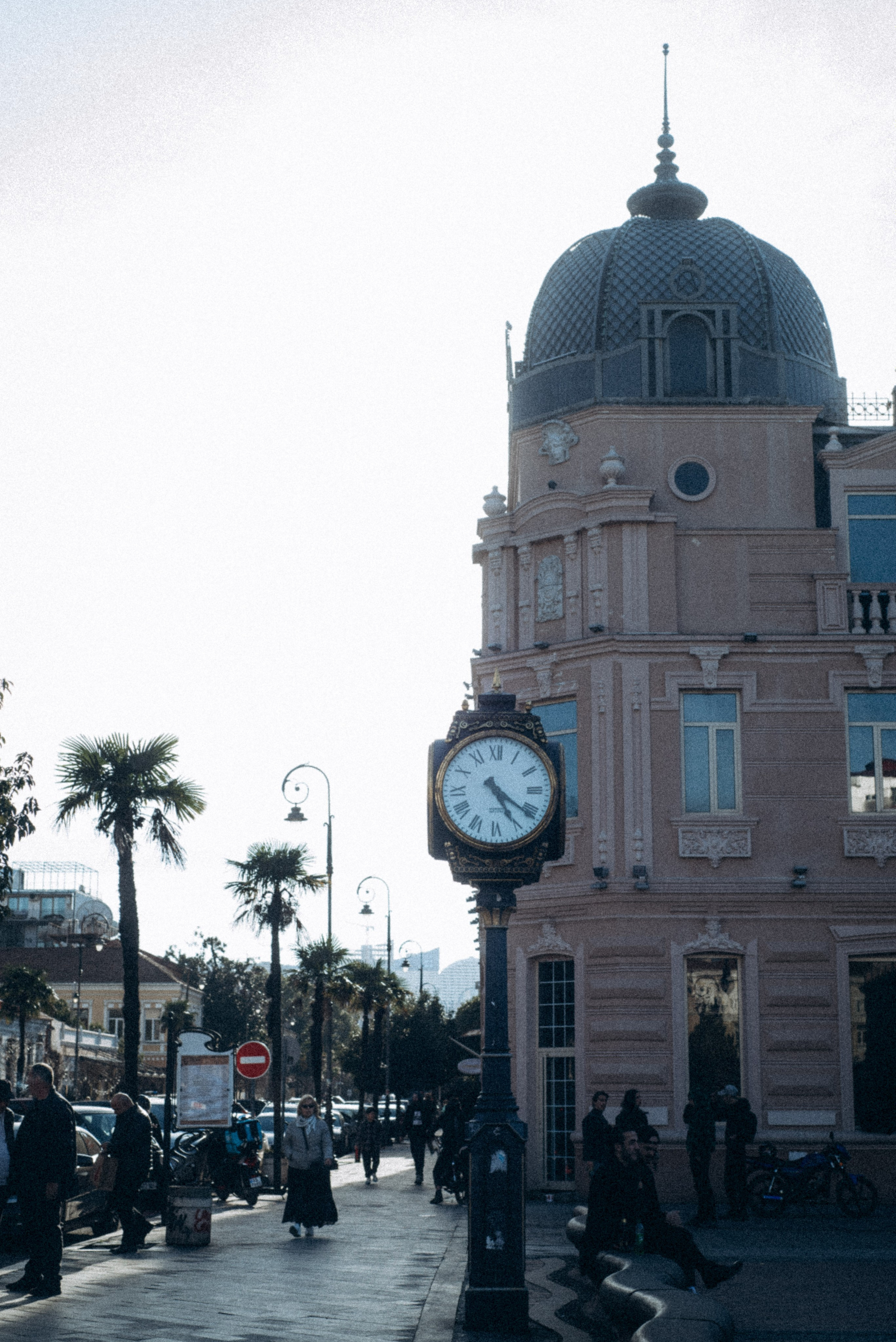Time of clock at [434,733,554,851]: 5:21
